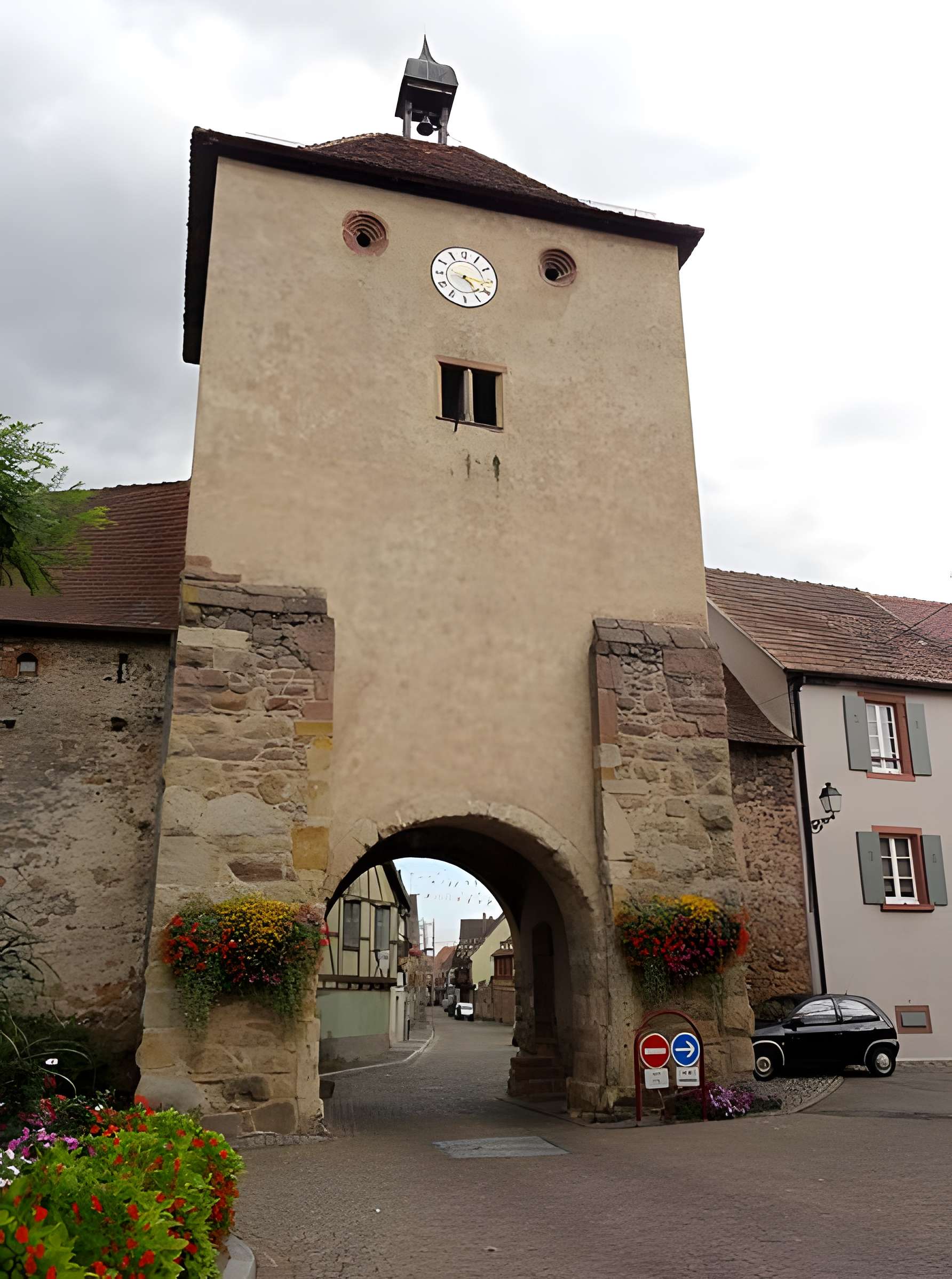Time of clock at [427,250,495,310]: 4:16
